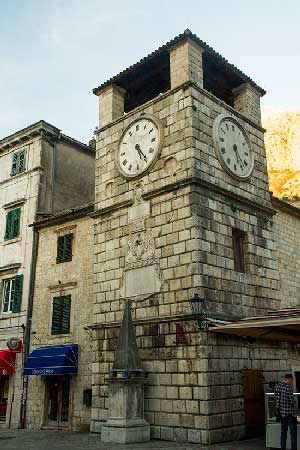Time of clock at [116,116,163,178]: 5:24
